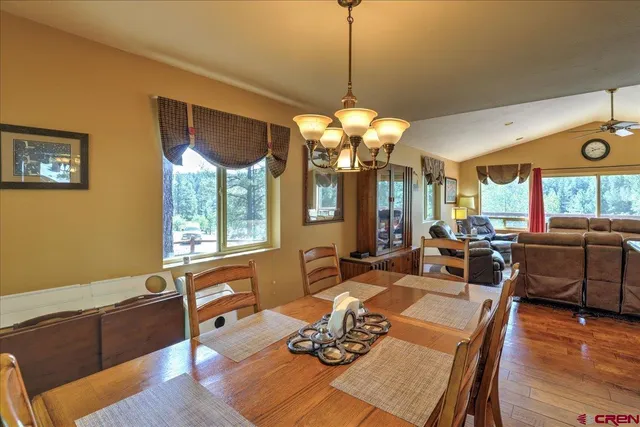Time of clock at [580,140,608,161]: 8:12
